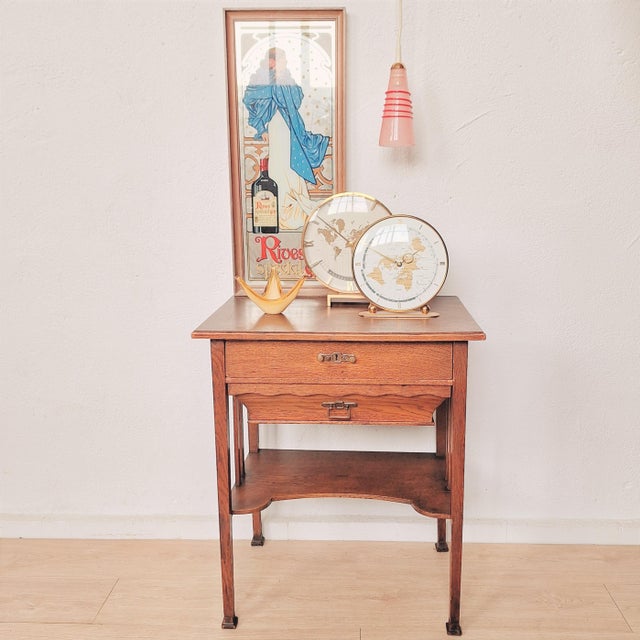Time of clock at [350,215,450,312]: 1:50
